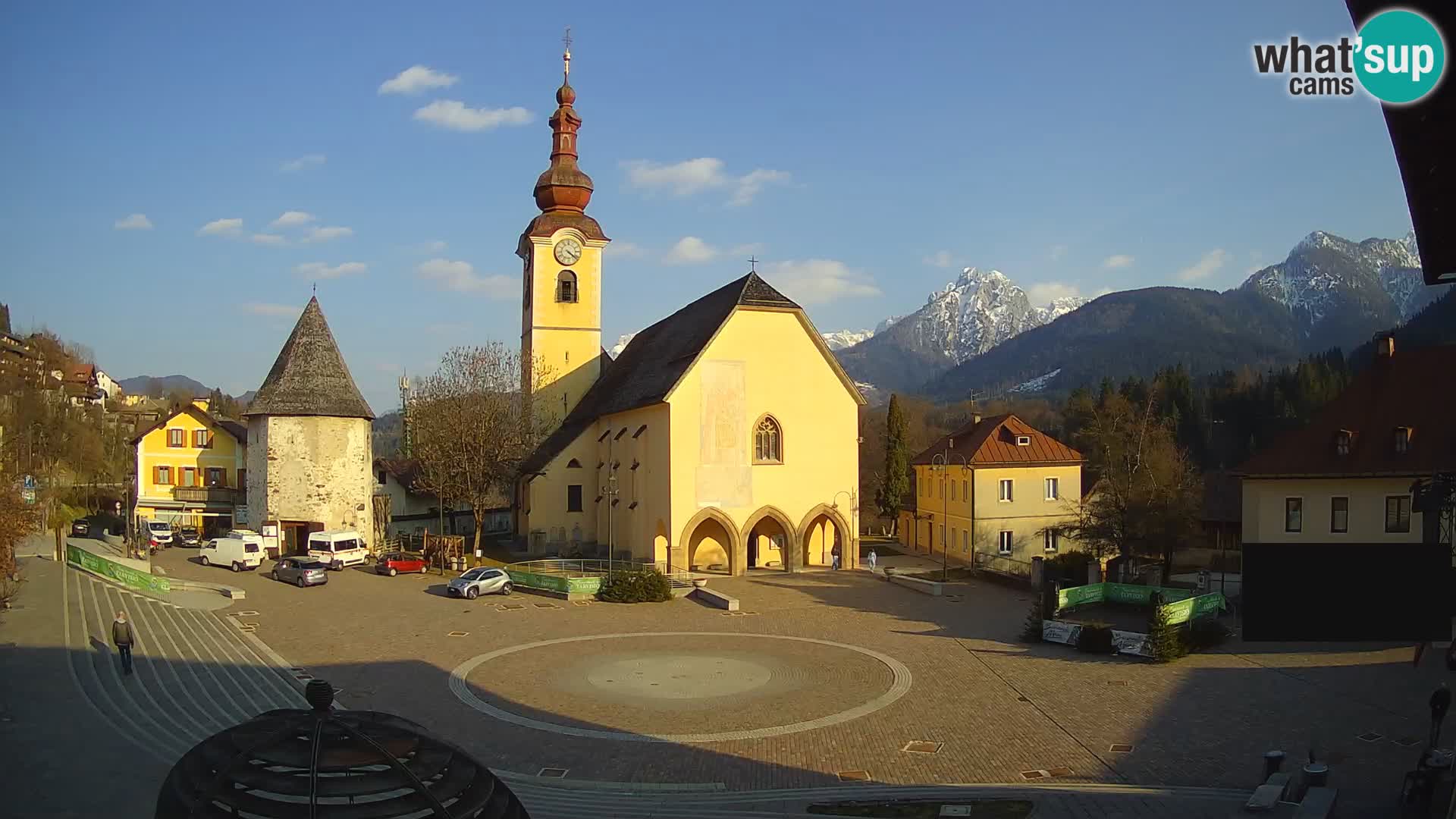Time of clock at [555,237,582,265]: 4:21
